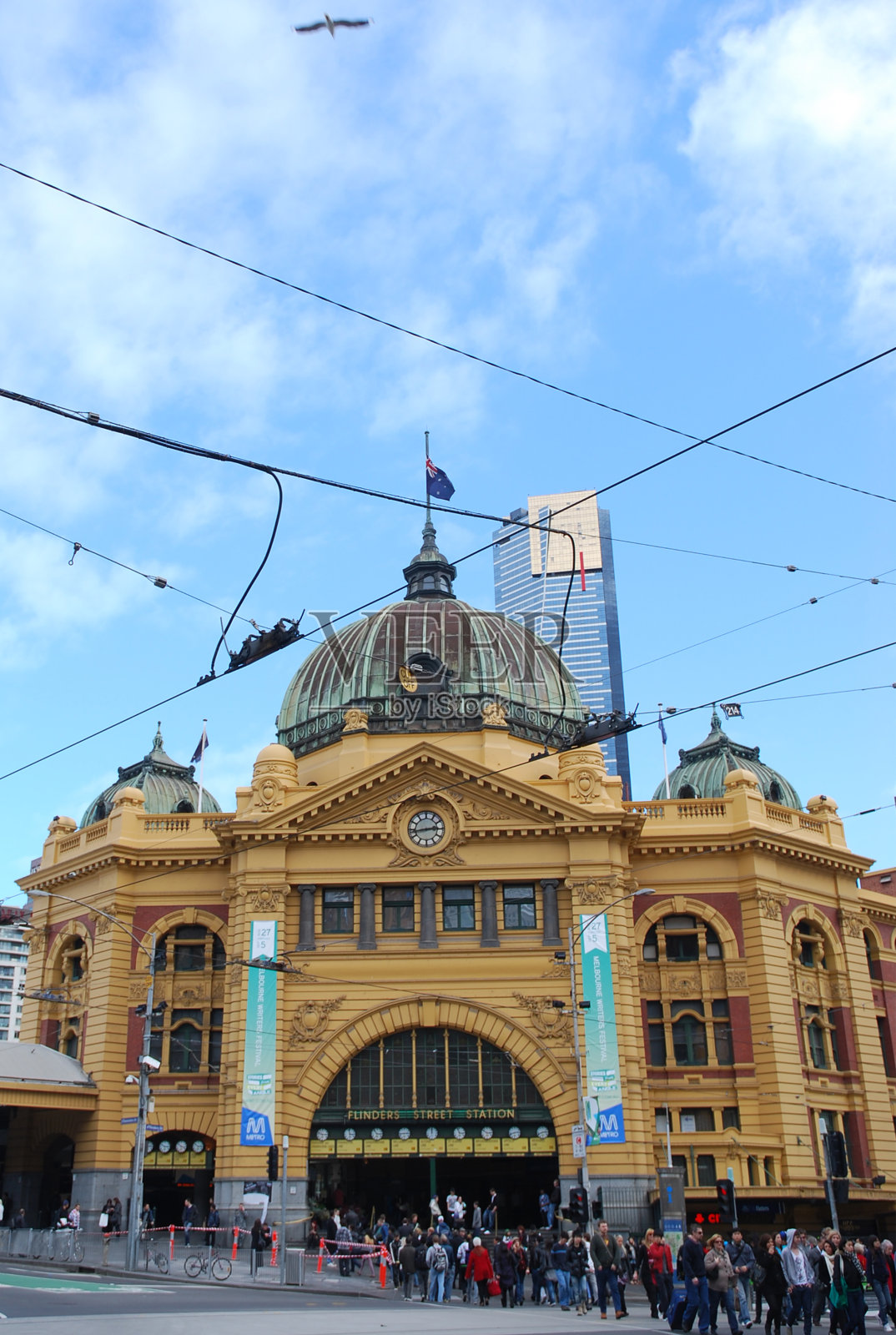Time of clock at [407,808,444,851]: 2:43
